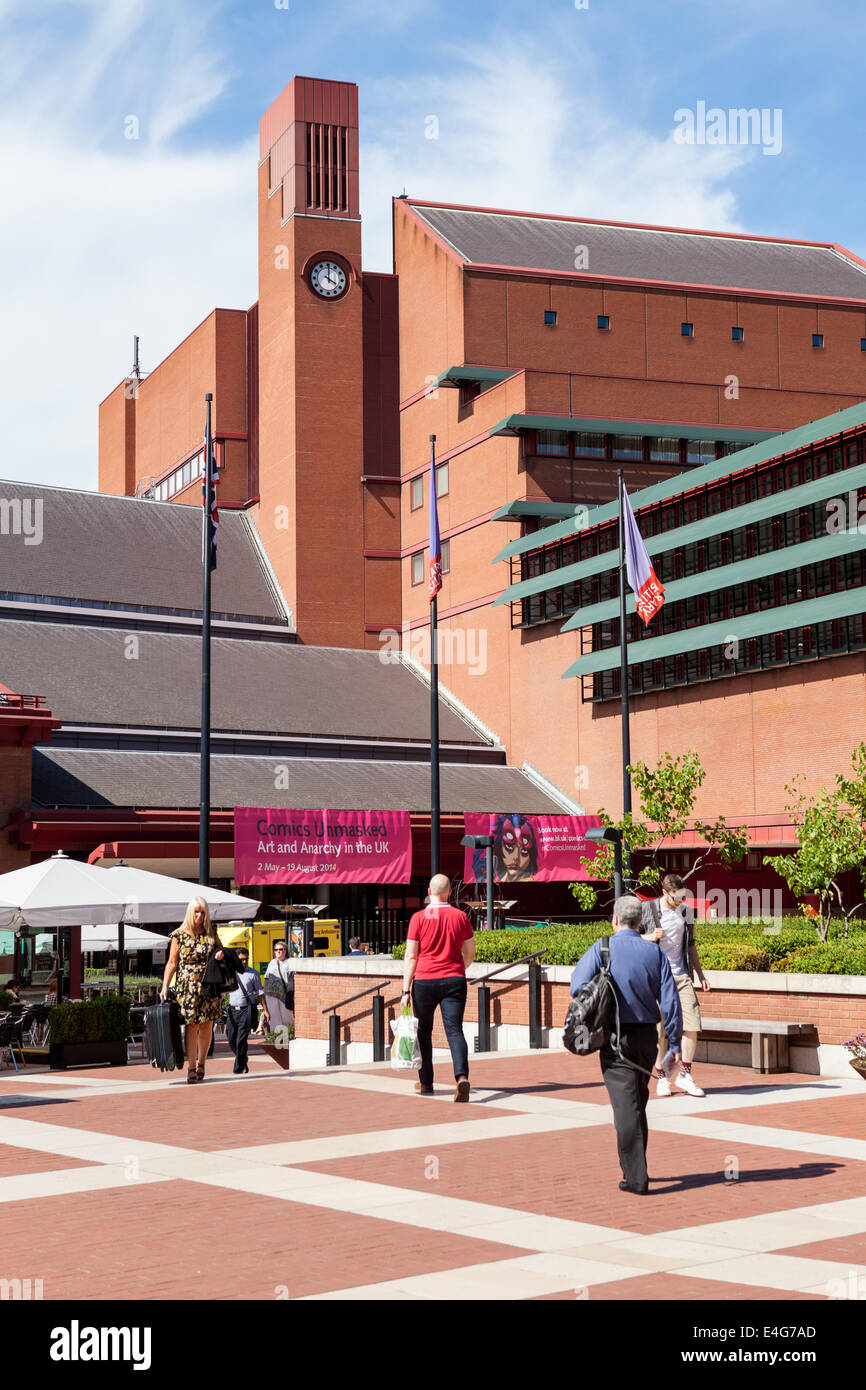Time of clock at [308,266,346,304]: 4:00
